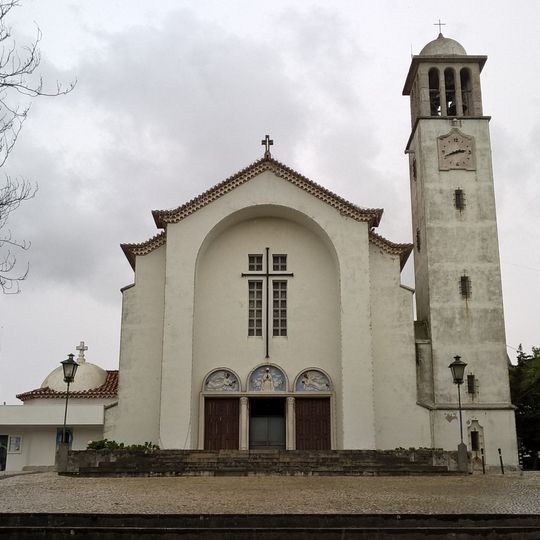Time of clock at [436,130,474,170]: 2:41
